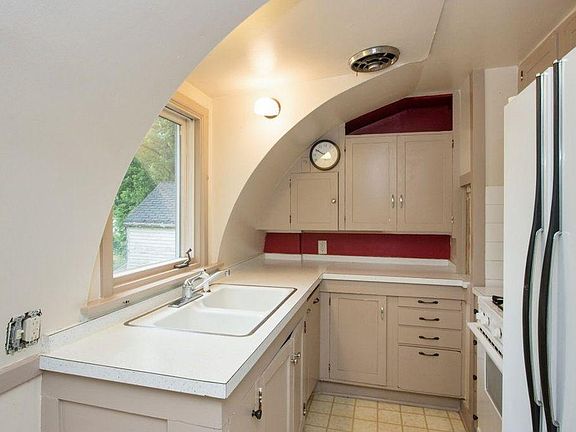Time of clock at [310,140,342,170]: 9:50
